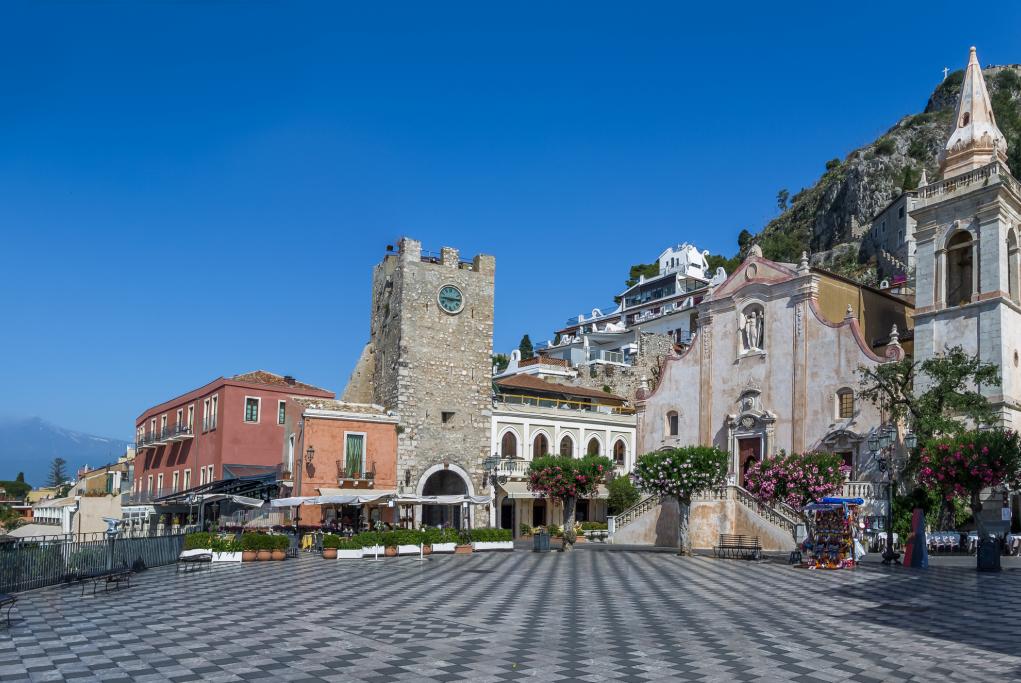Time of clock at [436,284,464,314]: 2:46
